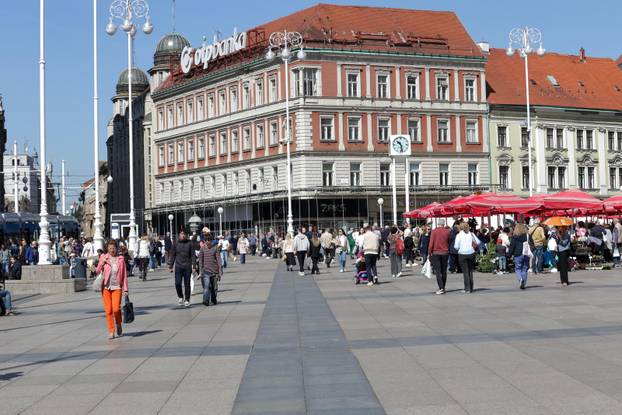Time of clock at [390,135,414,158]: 10:28
